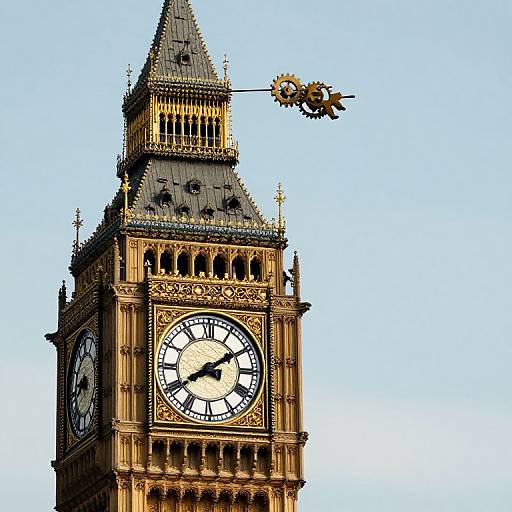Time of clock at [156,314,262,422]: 8:09
